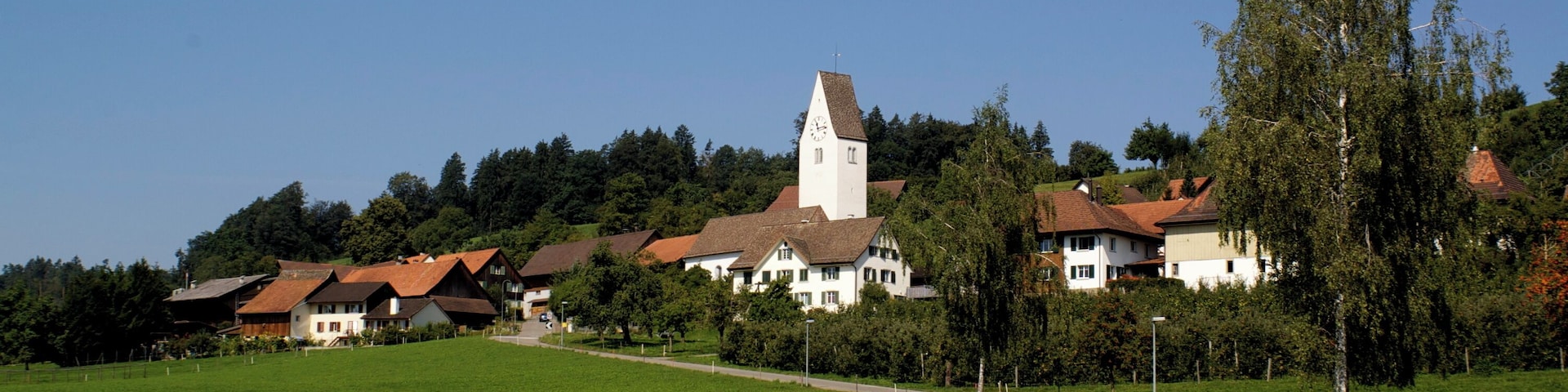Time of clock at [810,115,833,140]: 11:13
